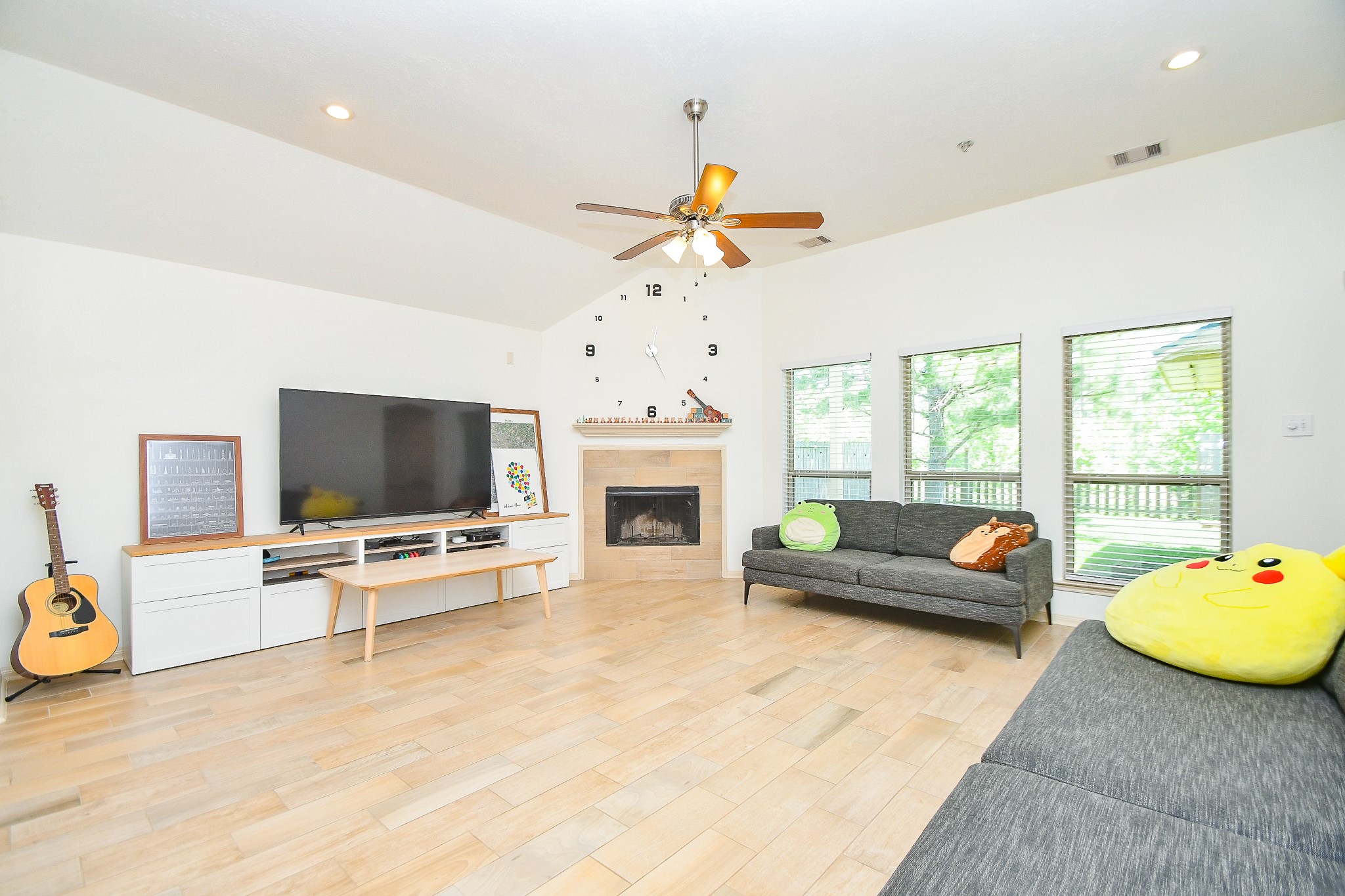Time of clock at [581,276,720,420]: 5:26
